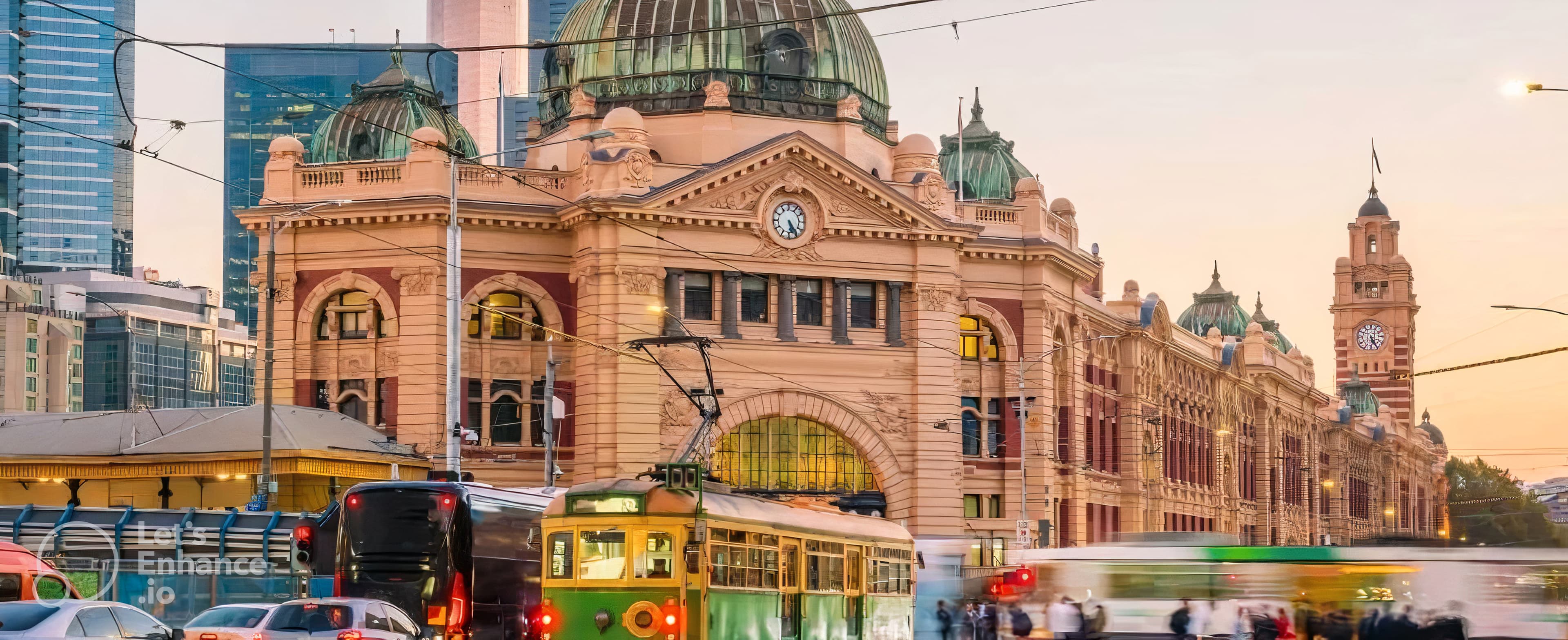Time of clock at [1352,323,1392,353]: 5:24
